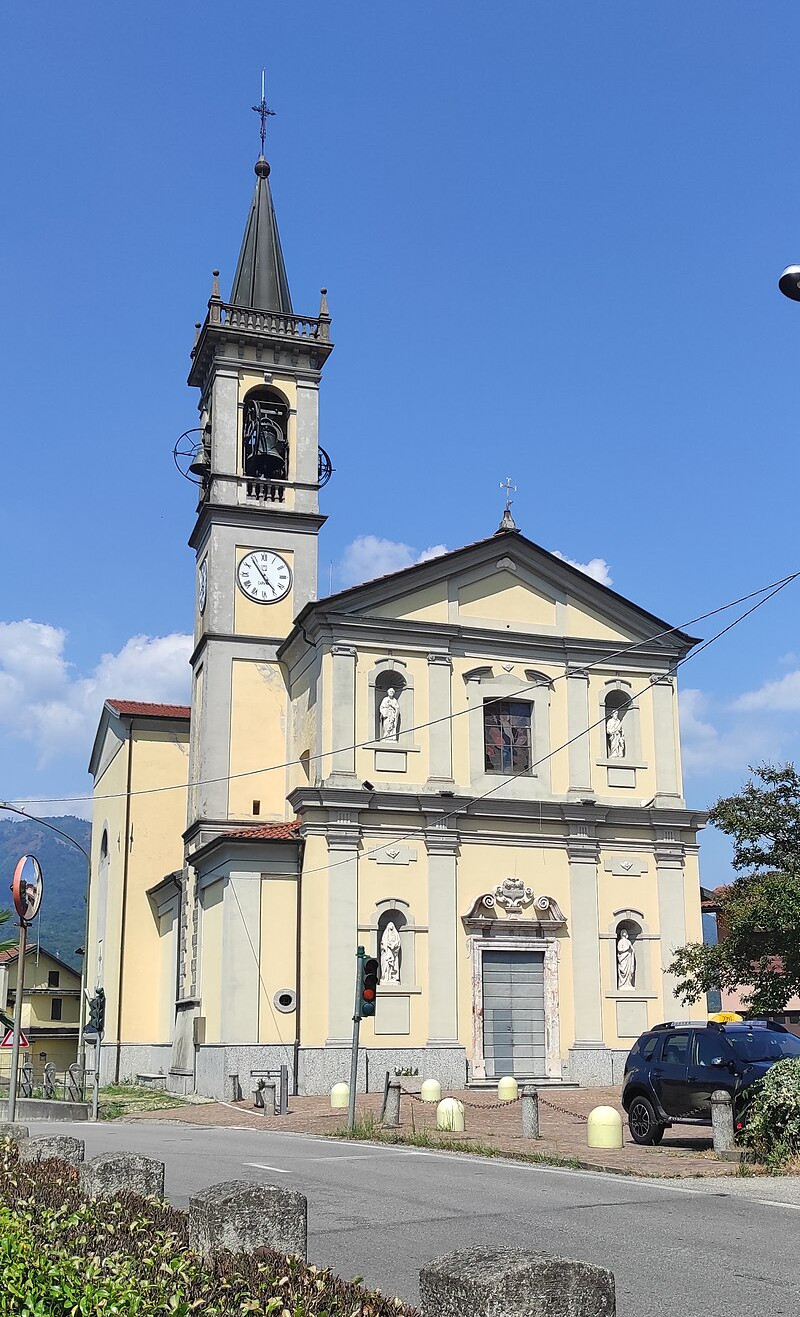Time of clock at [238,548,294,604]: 4:54
